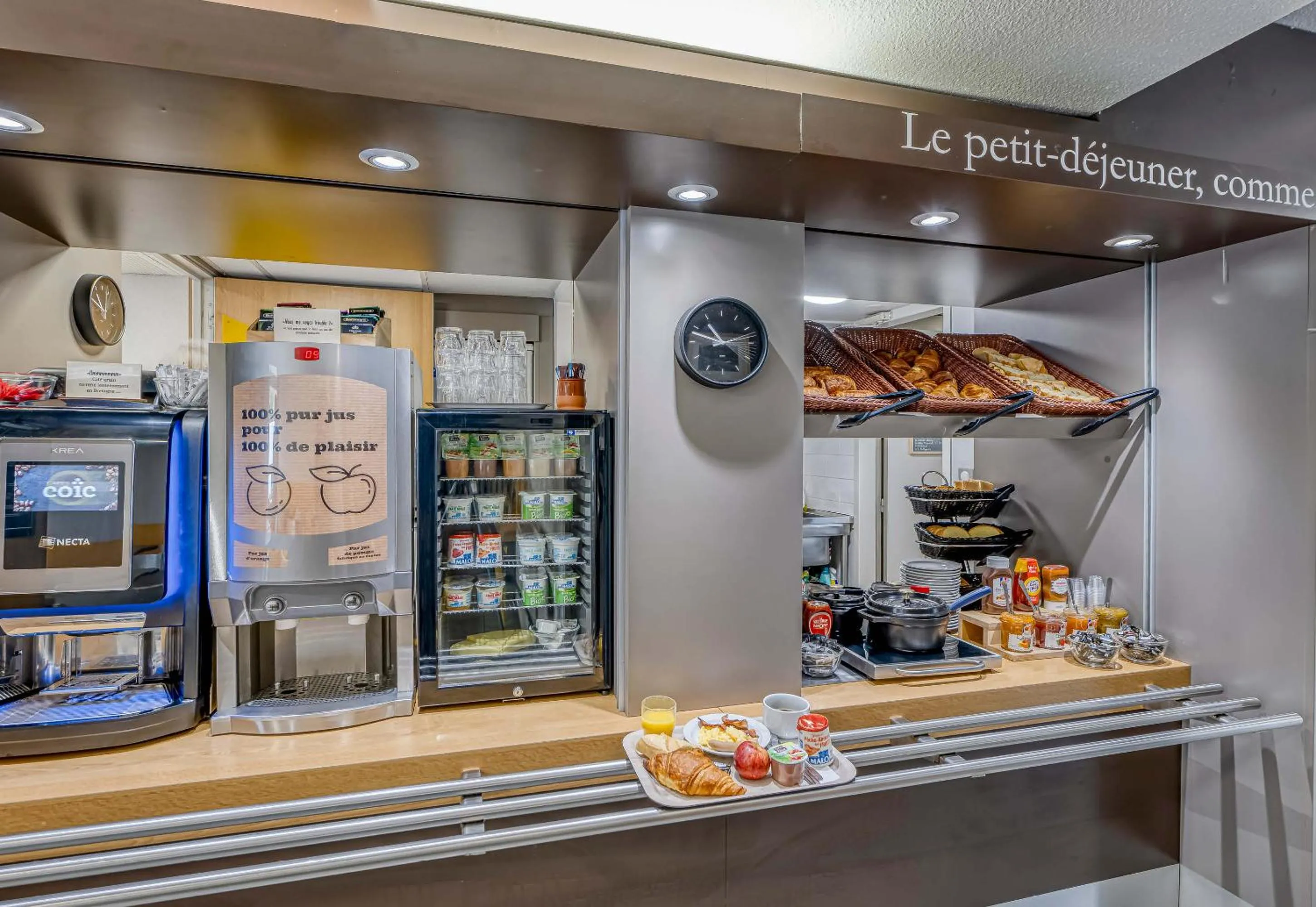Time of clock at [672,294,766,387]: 10:48
